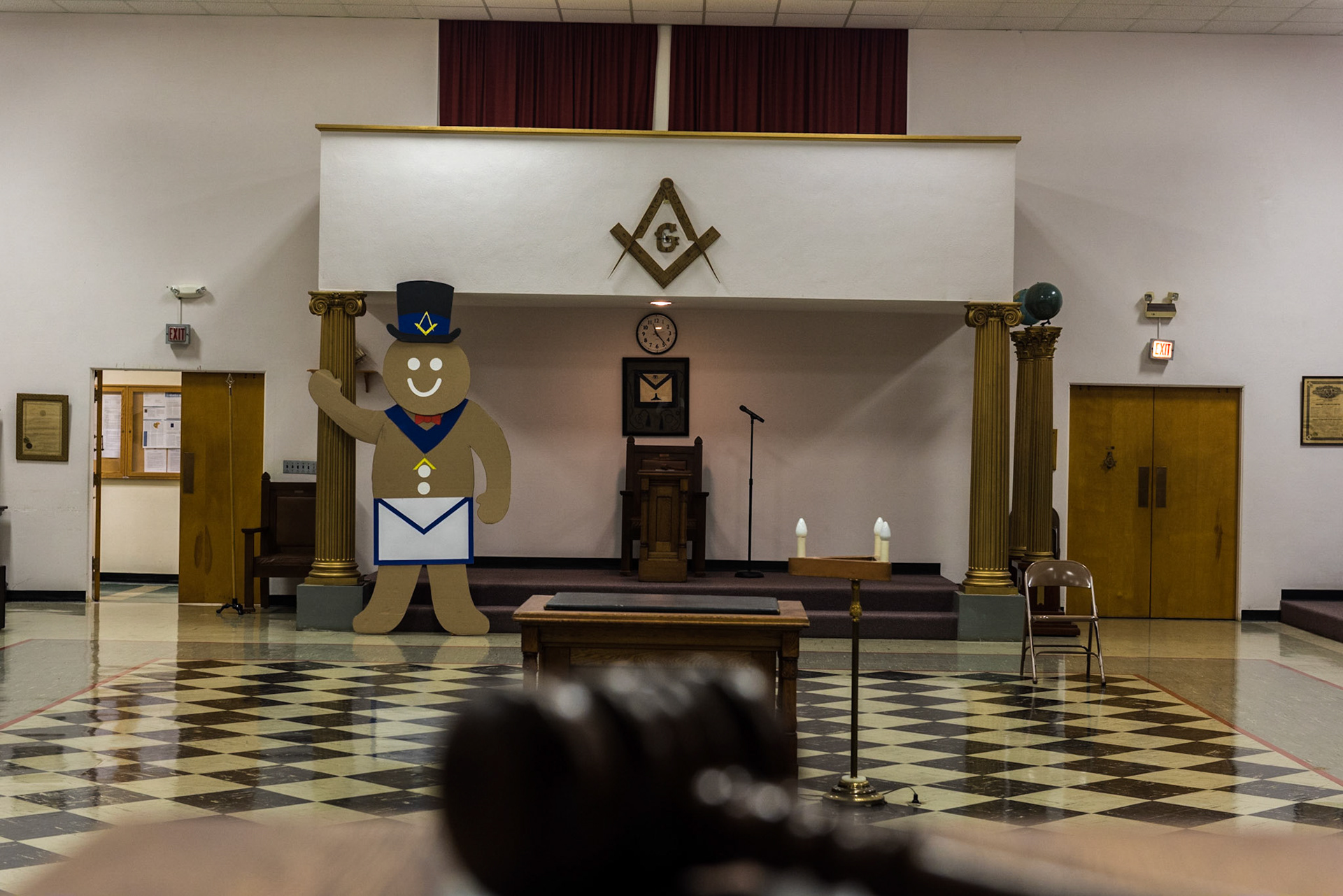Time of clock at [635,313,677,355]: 11:23
